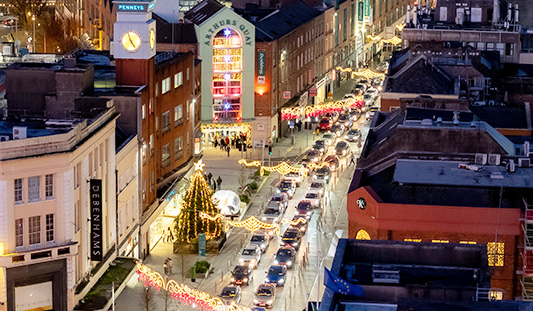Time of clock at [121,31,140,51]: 4:57
